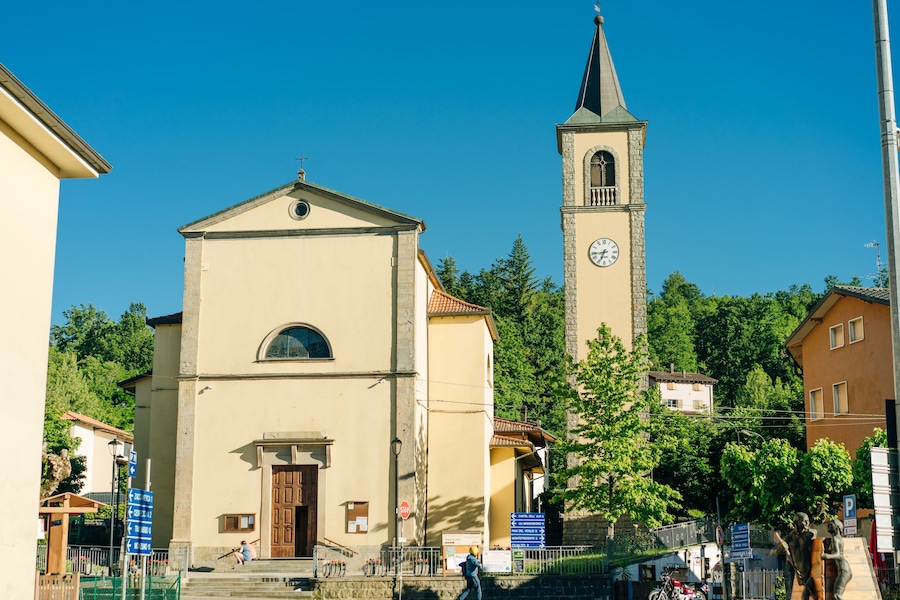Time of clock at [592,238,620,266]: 6:44
